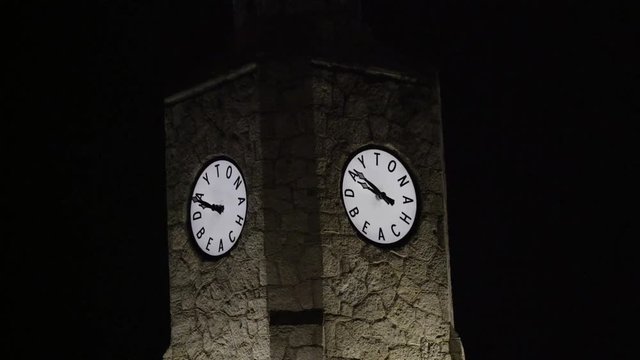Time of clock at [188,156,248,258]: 9:49
